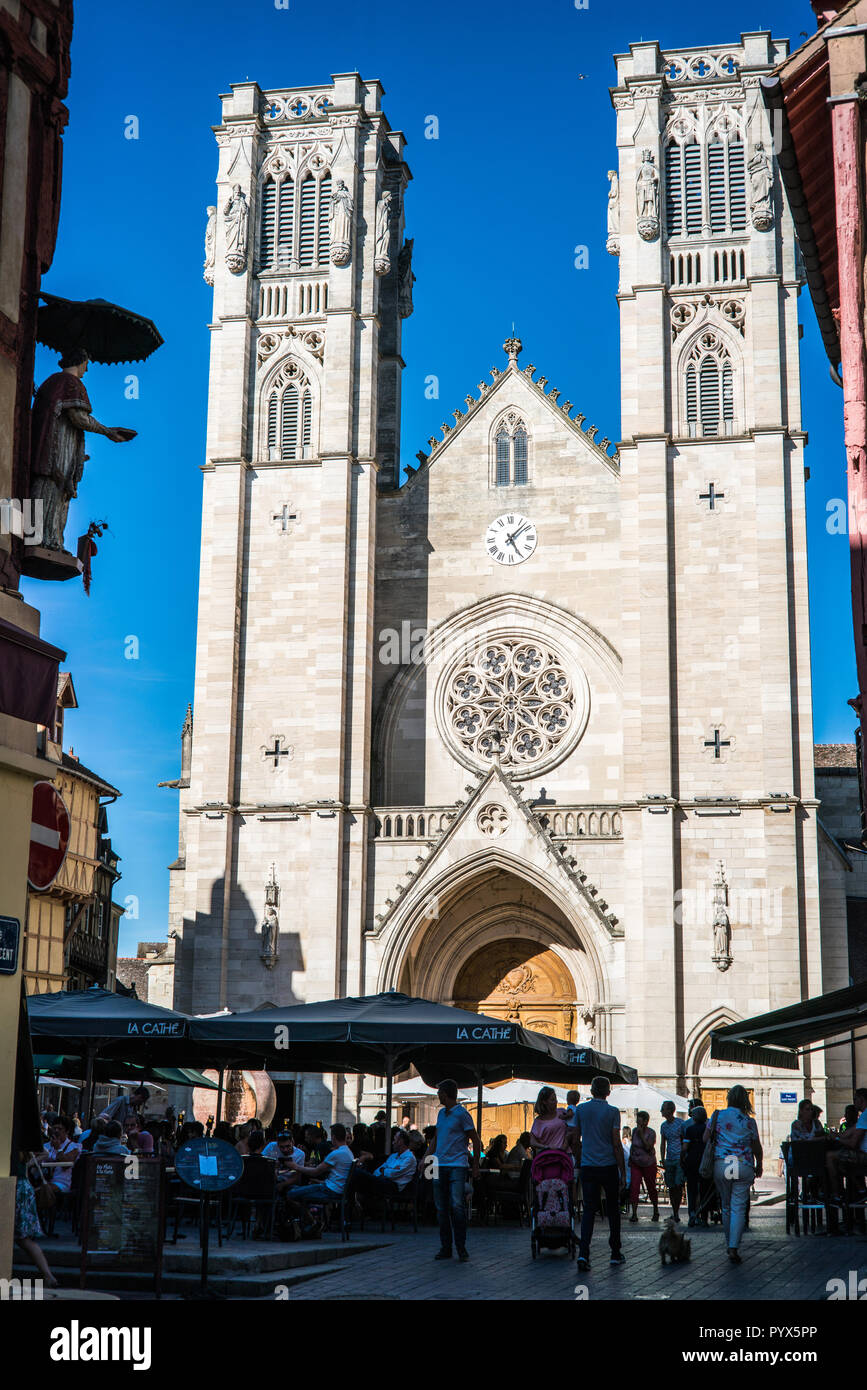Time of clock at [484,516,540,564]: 5:07
